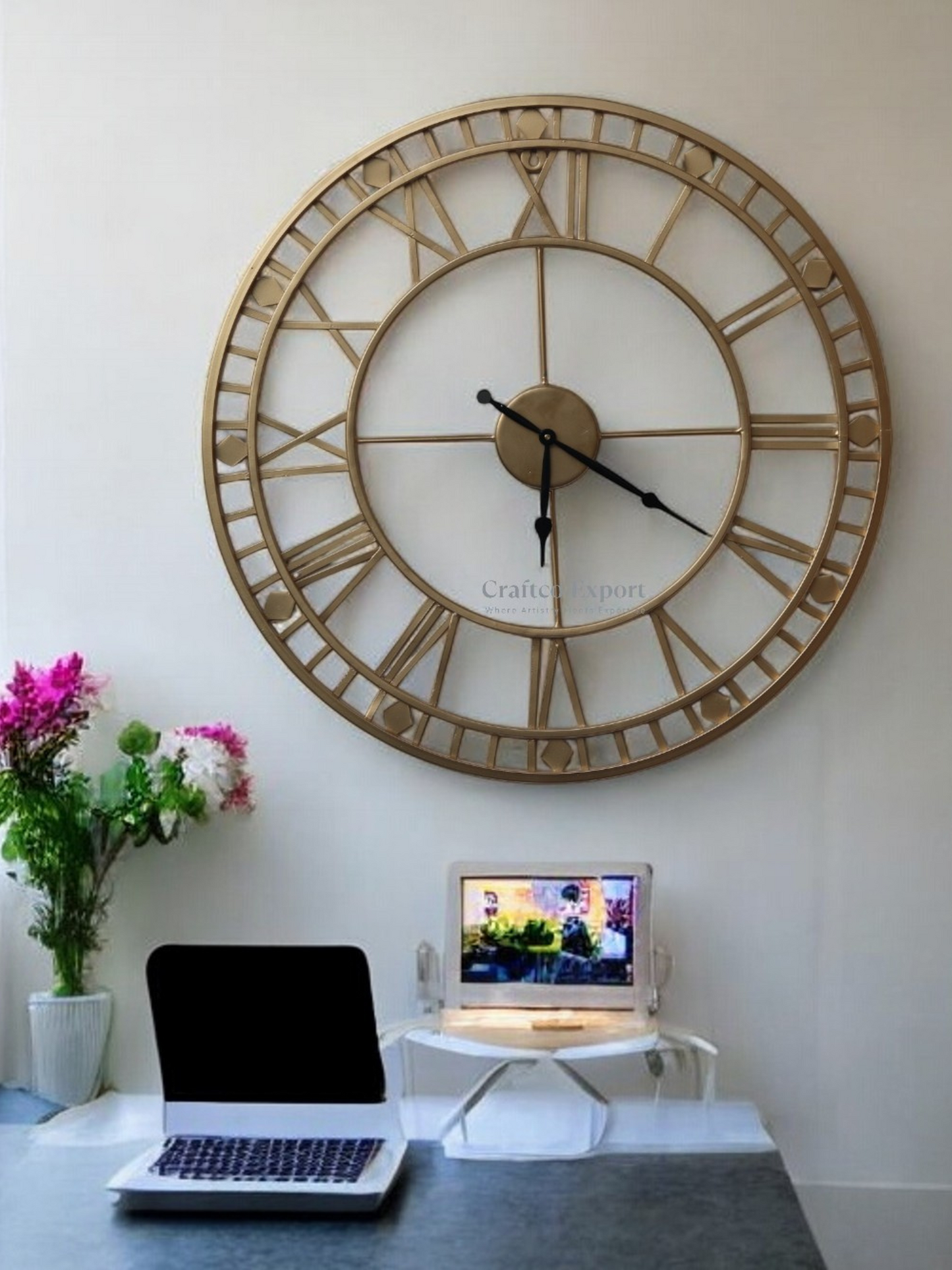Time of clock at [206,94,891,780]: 6:20
